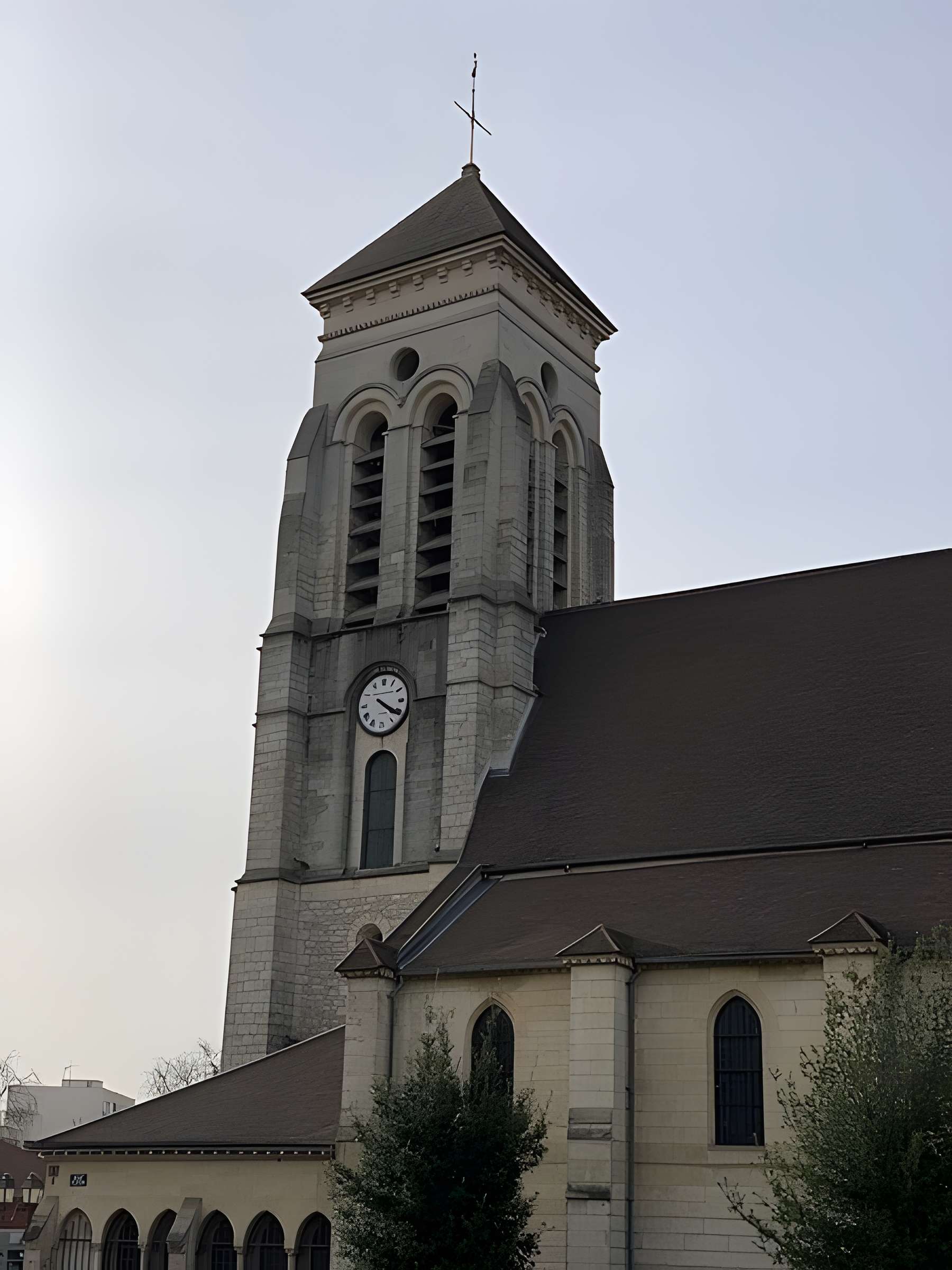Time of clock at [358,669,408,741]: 4:20
